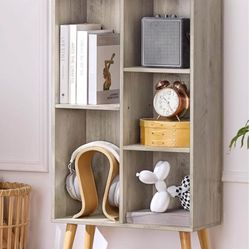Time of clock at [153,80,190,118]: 10:25
